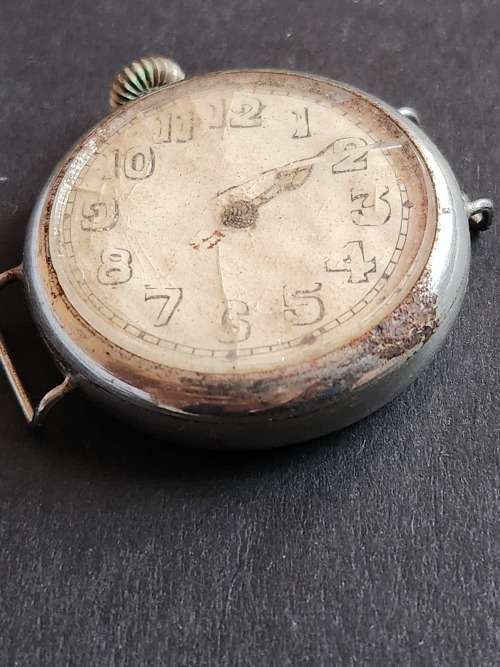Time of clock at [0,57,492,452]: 2:08
